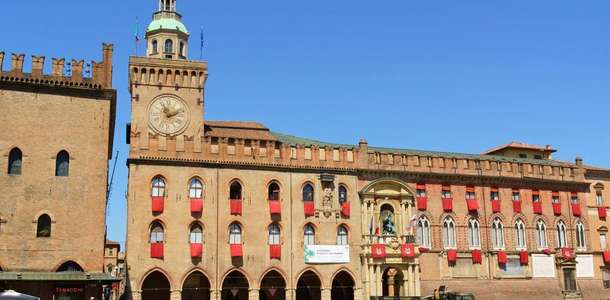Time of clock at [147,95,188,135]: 11:11
